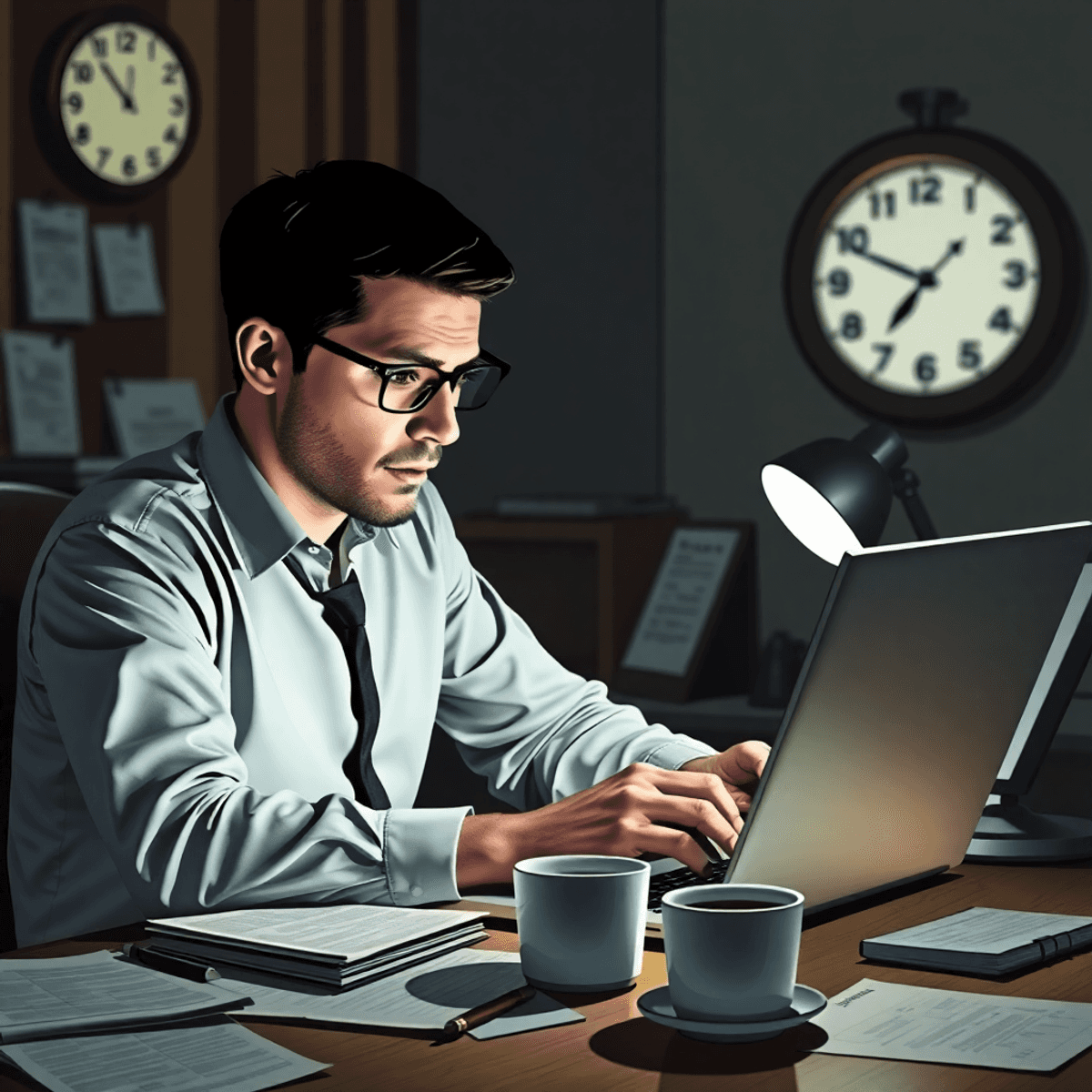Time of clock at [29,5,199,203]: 11:53
